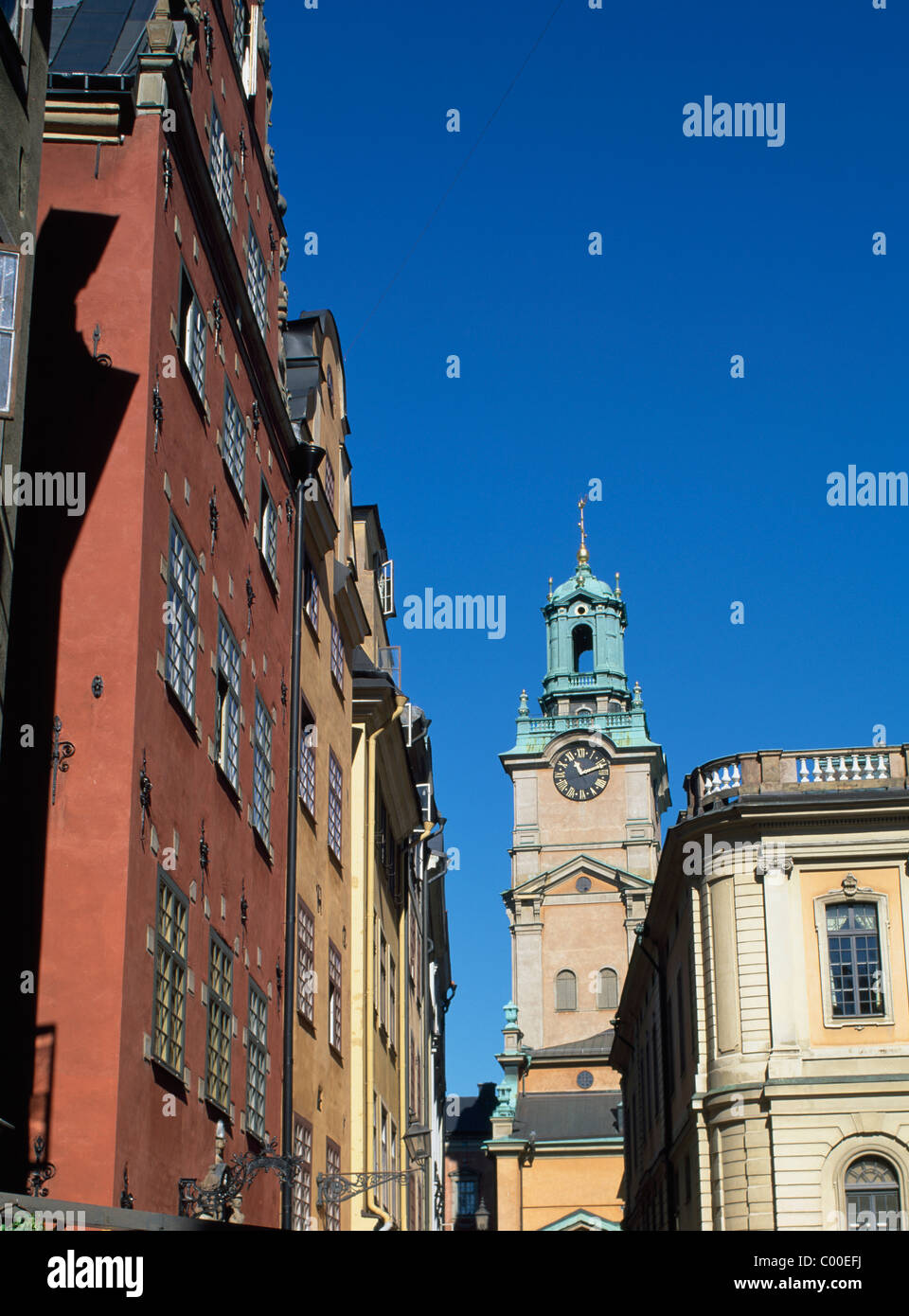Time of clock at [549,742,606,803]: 11:11
